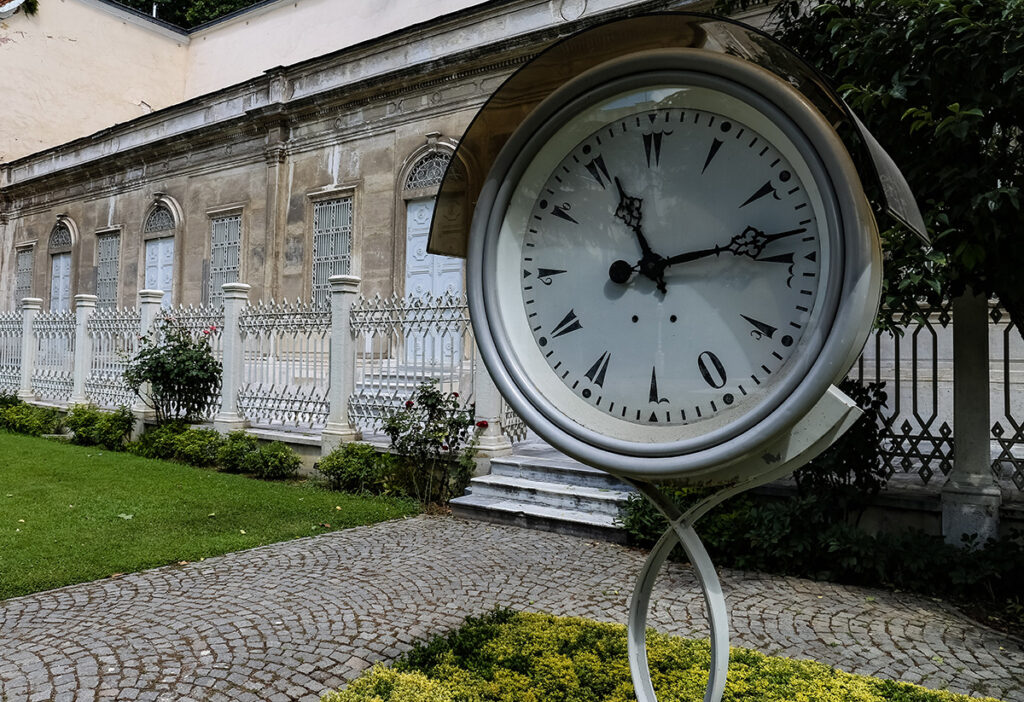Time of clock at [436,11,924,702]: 11:13
